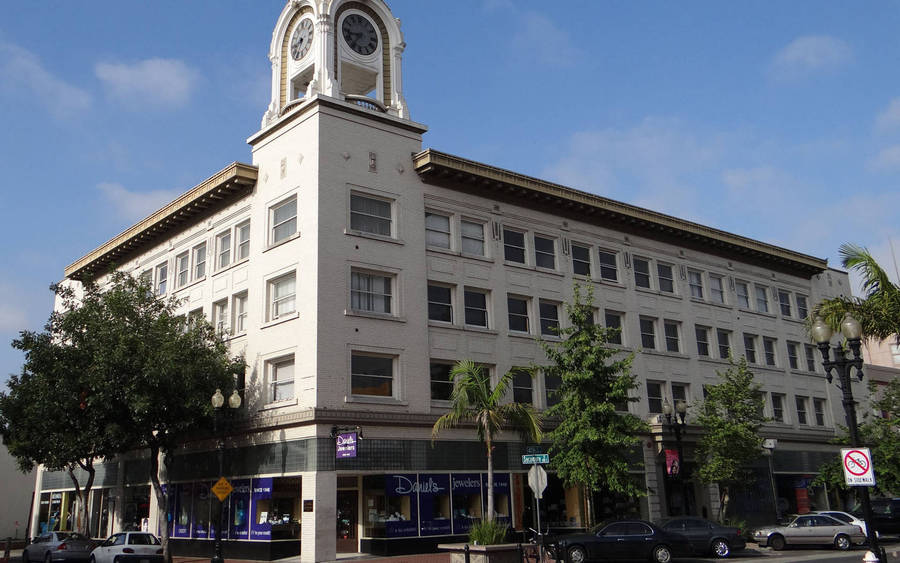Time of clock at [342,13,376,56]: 8:36
